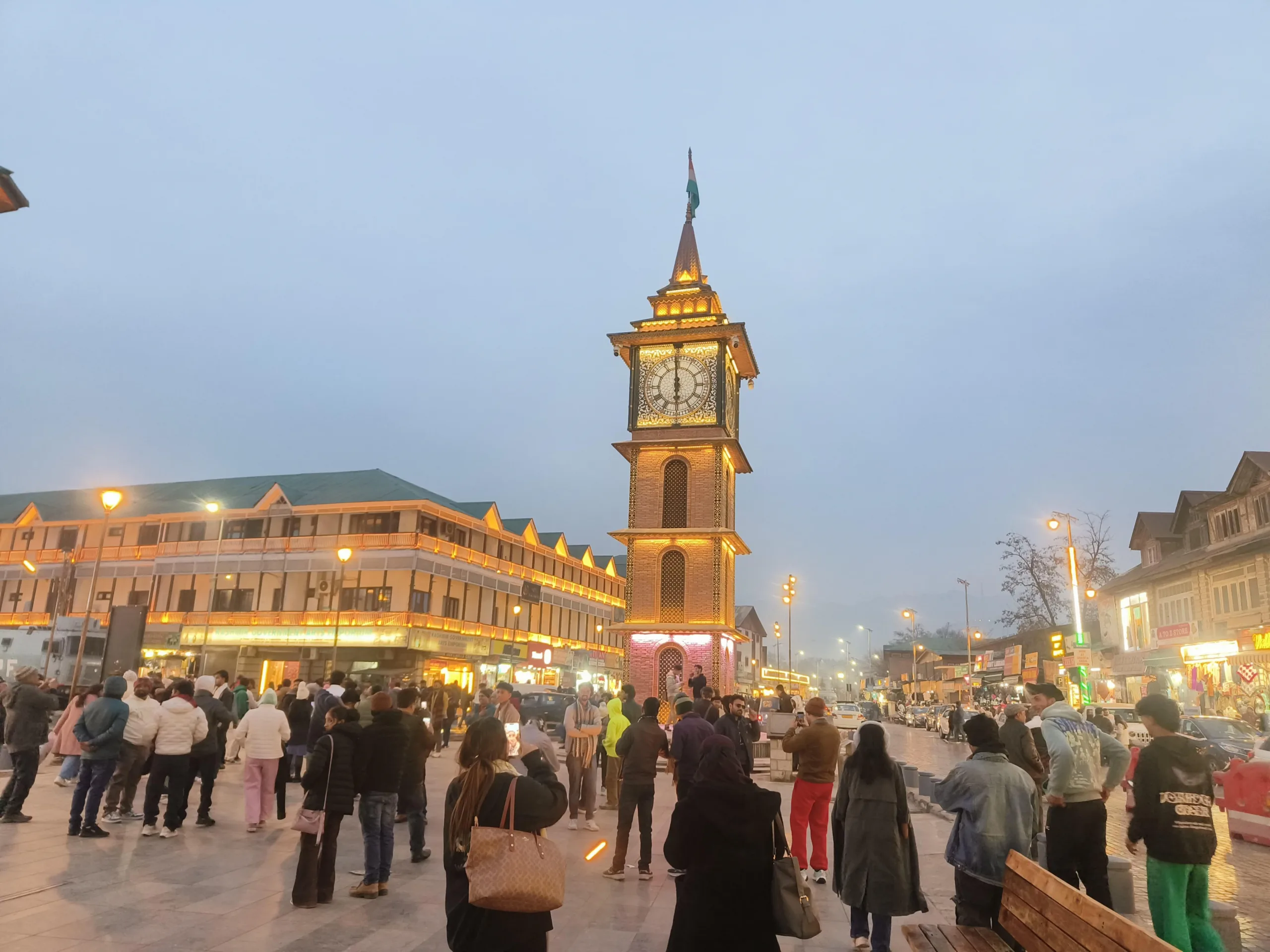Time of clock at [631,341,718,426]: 5:59
